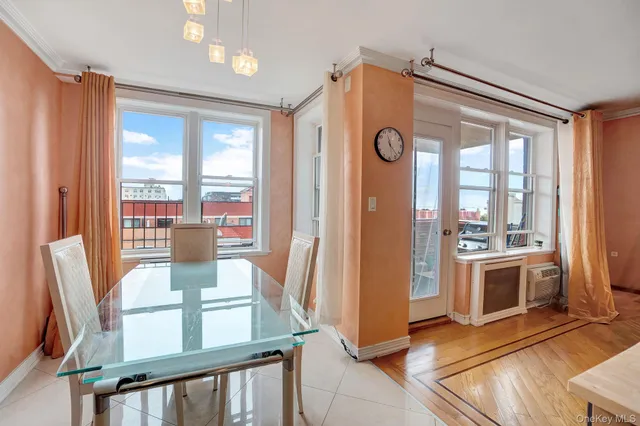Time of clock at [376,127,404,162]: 11:22
